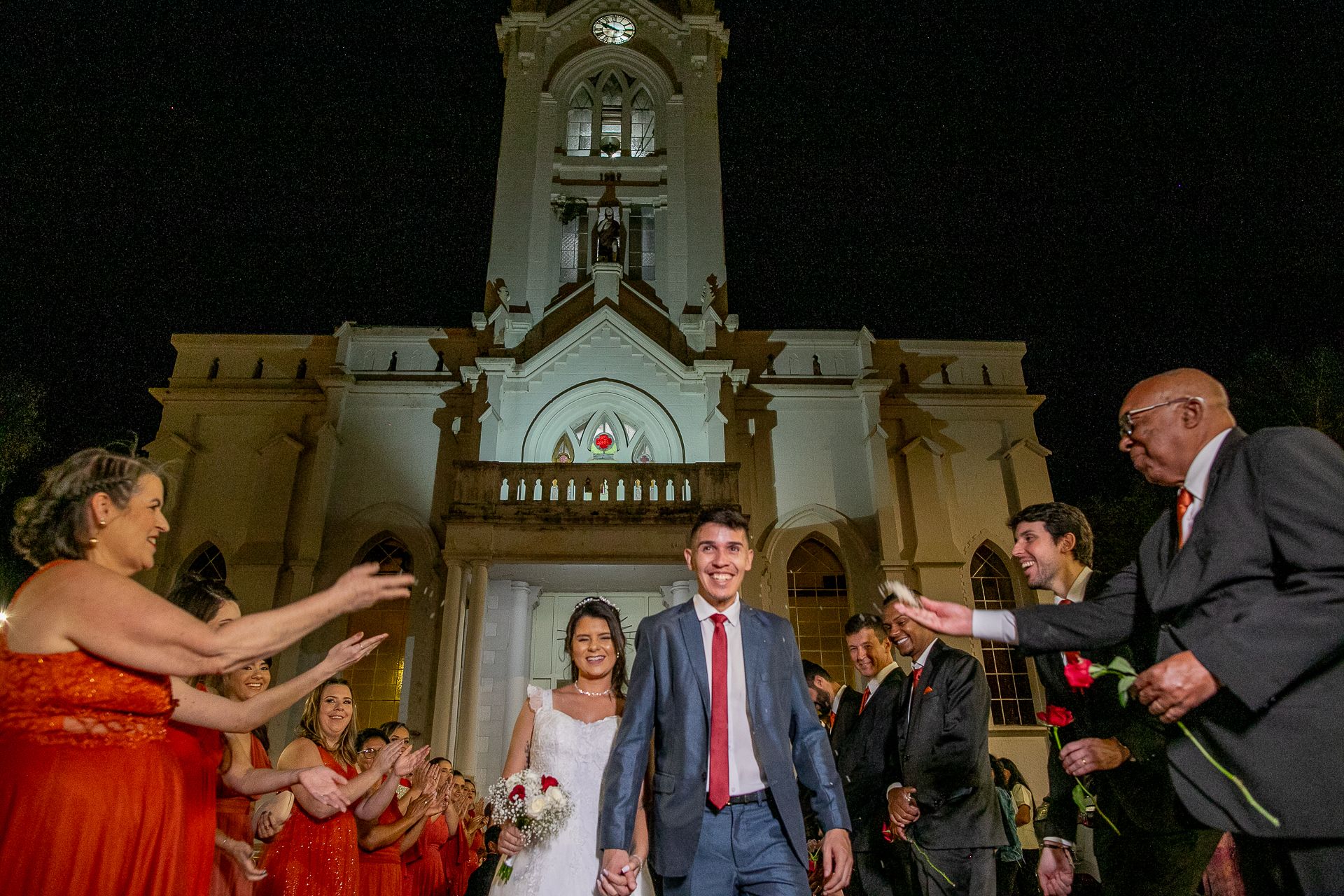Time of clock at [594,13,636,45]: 9:50
